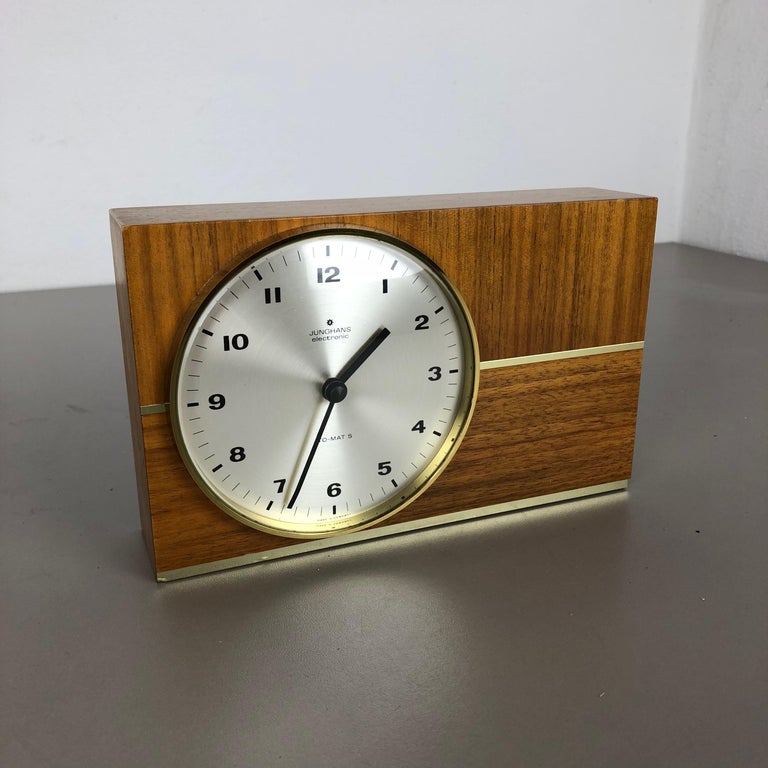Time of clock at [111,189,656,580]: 1:33
